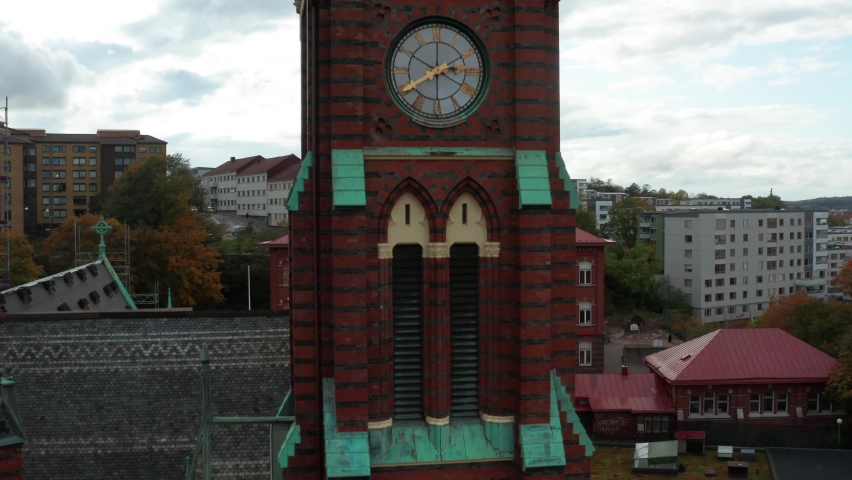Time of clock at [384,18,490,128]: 2:40
